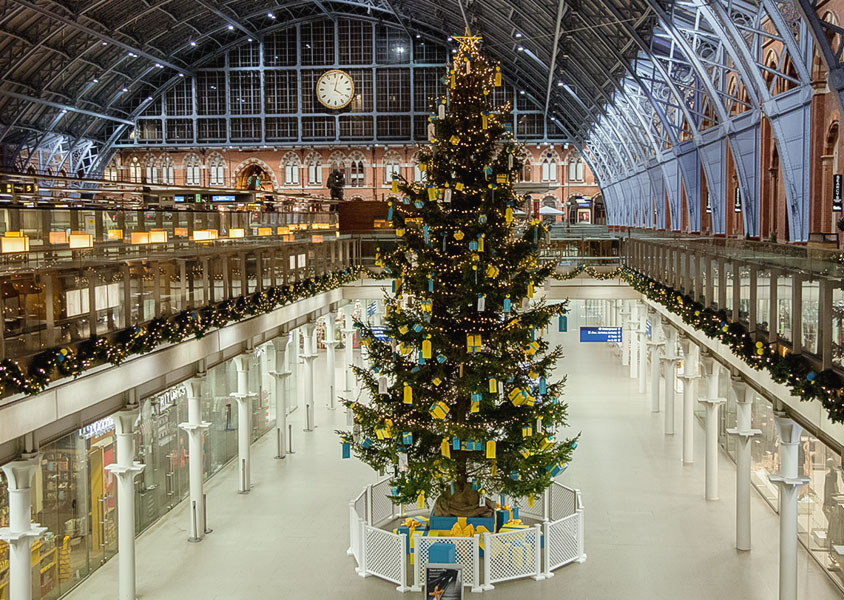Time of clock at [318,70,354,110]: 4:02
